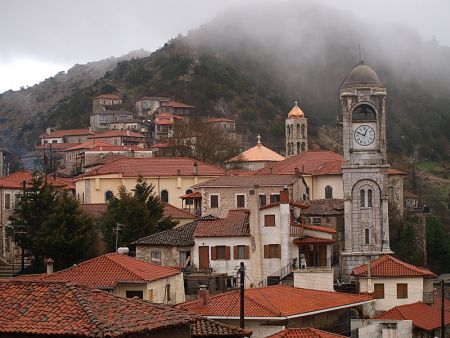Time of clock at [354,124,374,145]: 12:48
